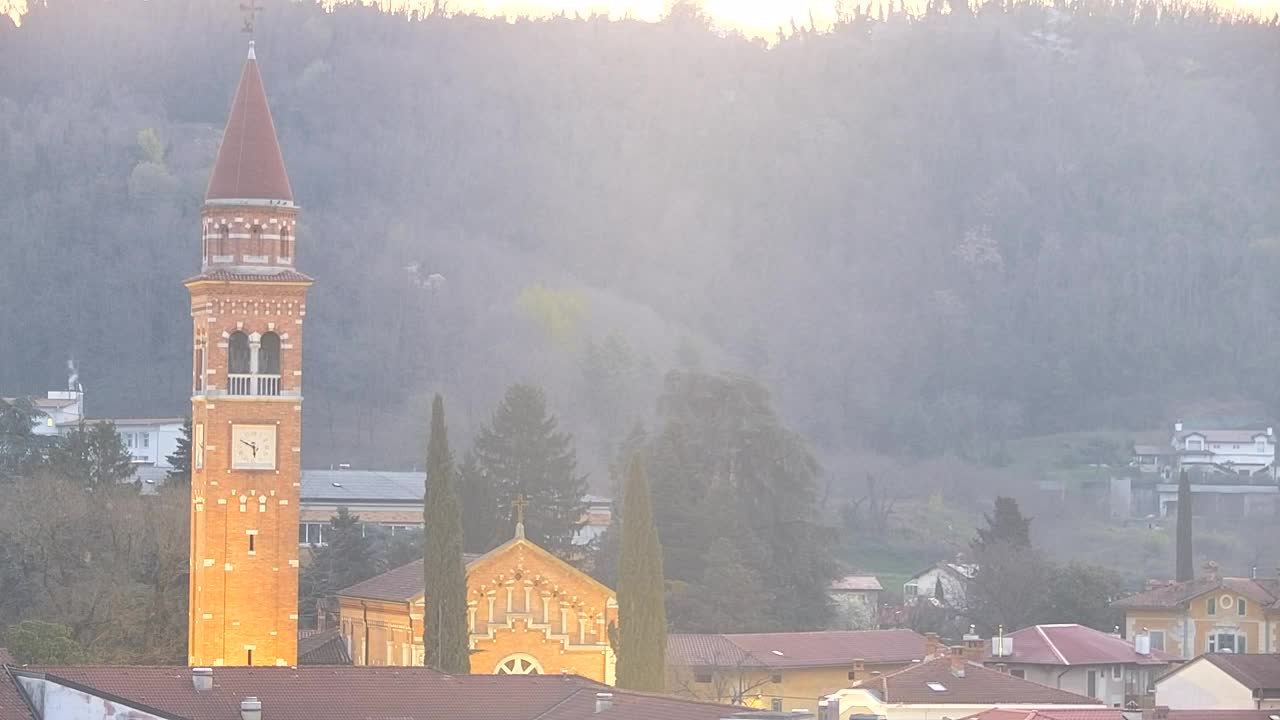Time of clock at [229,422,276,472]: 5:49
